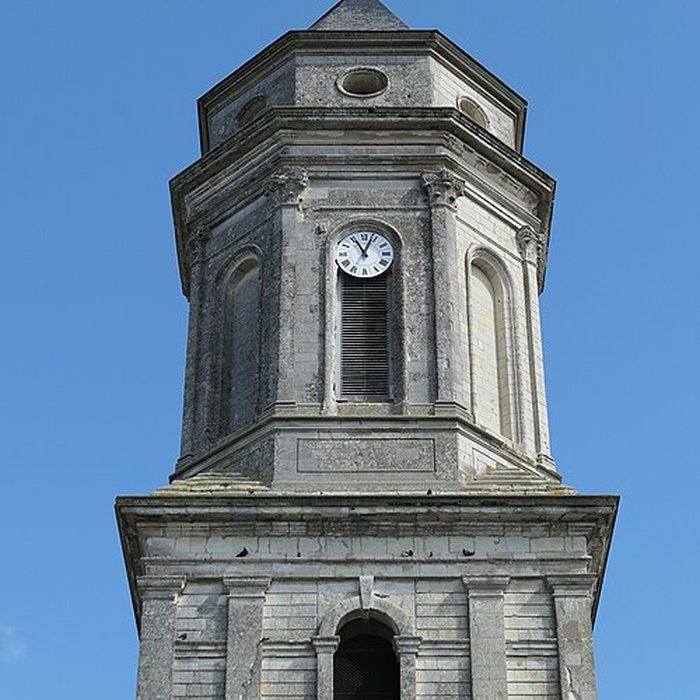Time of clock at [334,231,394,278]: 11:03
